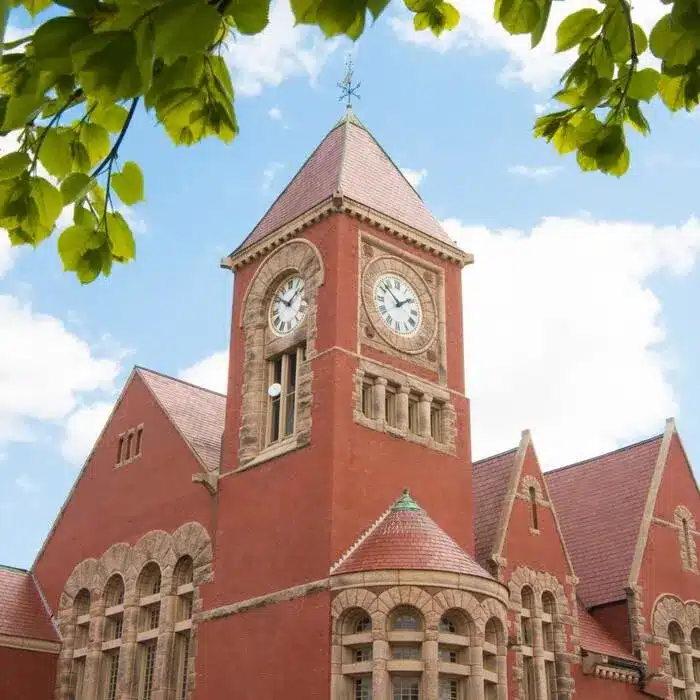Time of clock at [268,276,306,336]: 1:51
